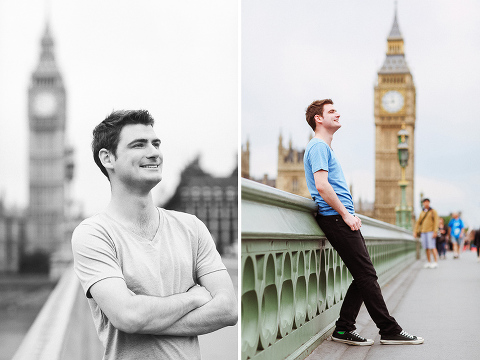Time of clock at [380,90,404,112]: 11:43
